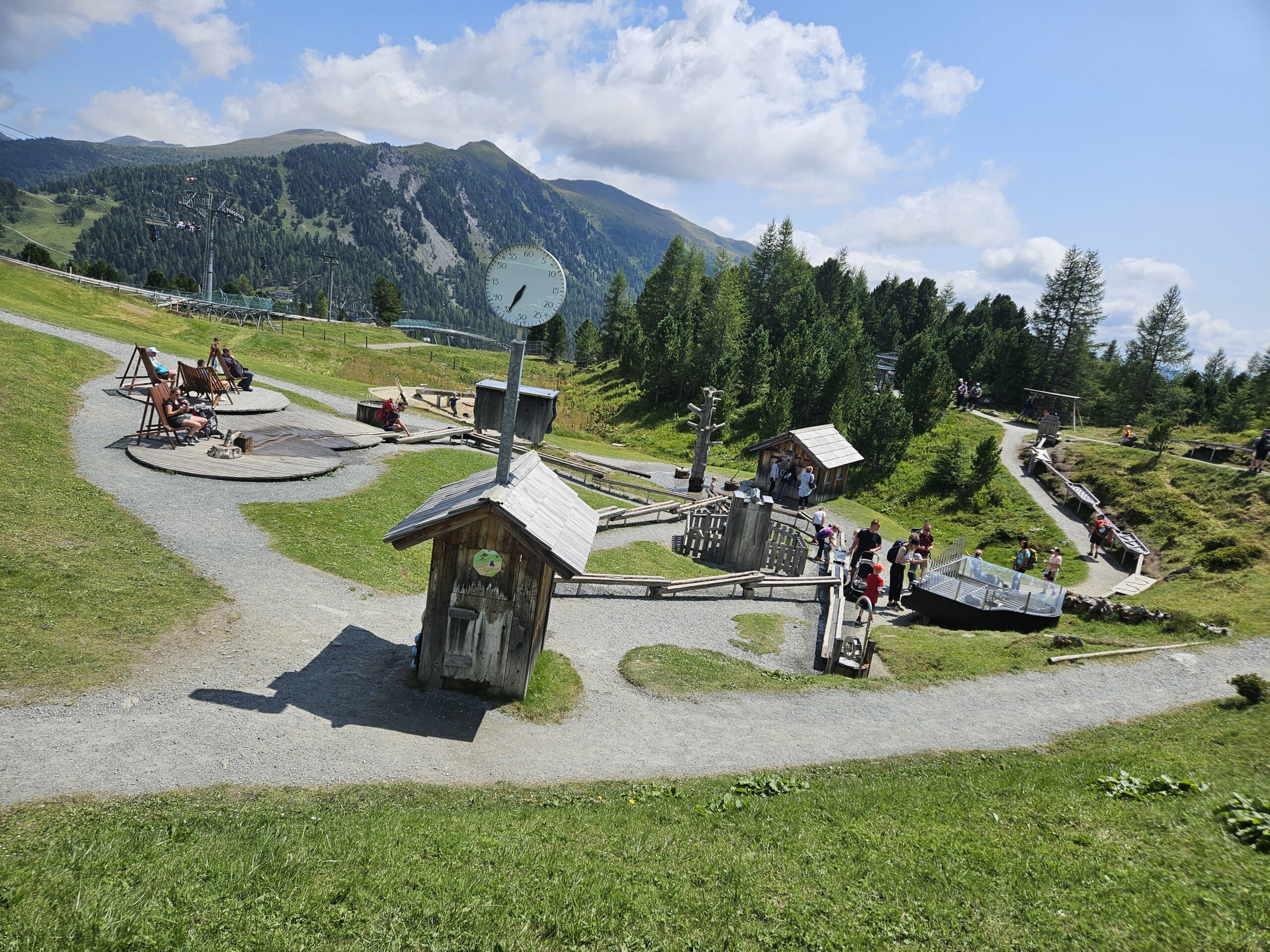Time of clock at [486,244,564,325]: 6:34
